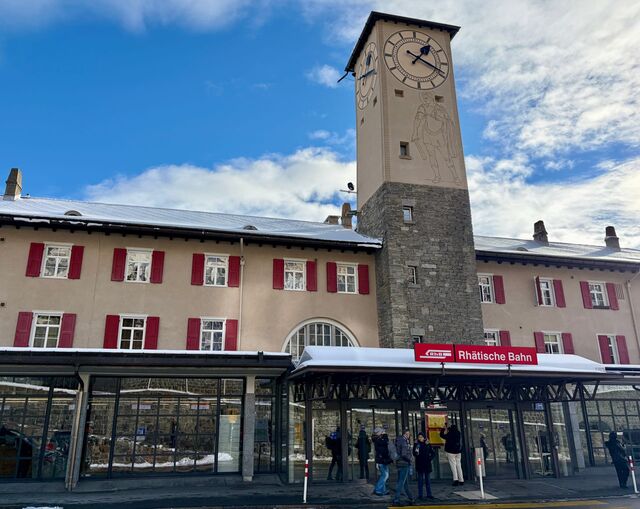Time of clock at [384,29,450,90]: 1:18
